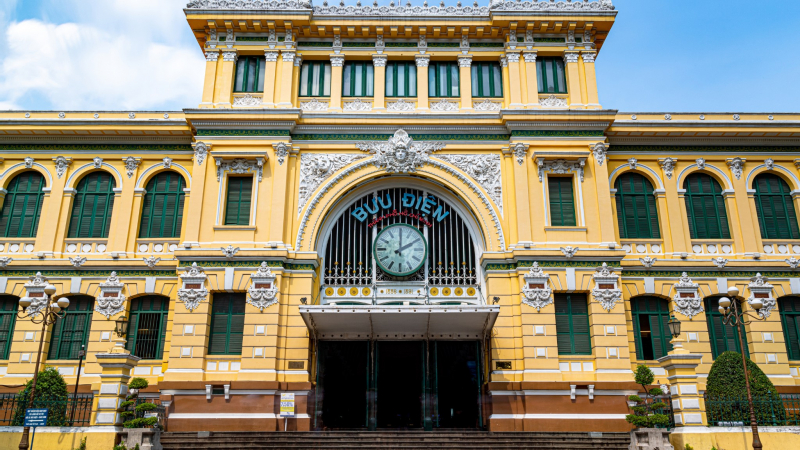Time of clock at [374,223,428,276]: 2:00
